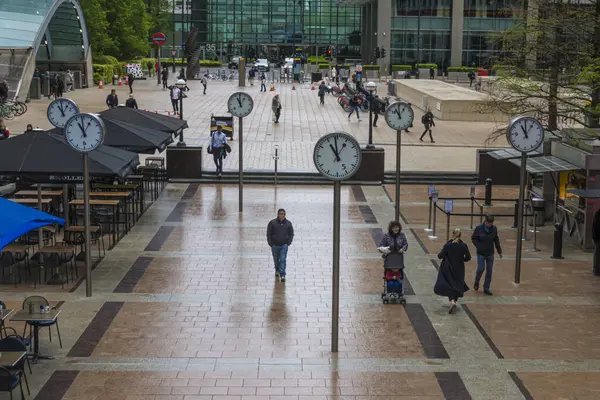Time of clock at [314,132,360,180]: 10:59
